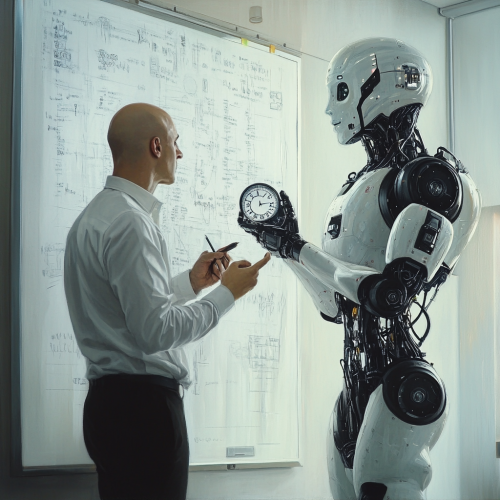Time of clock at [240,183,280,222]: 12:14
